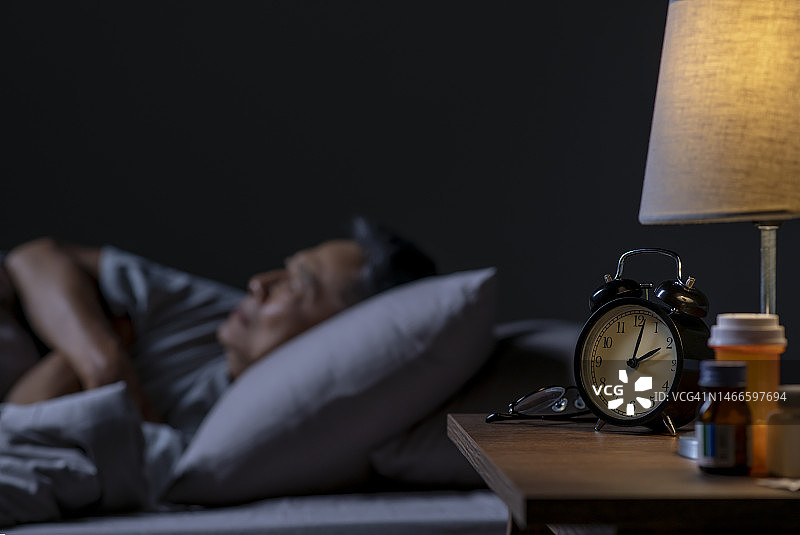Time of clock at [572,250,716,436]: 2:02
